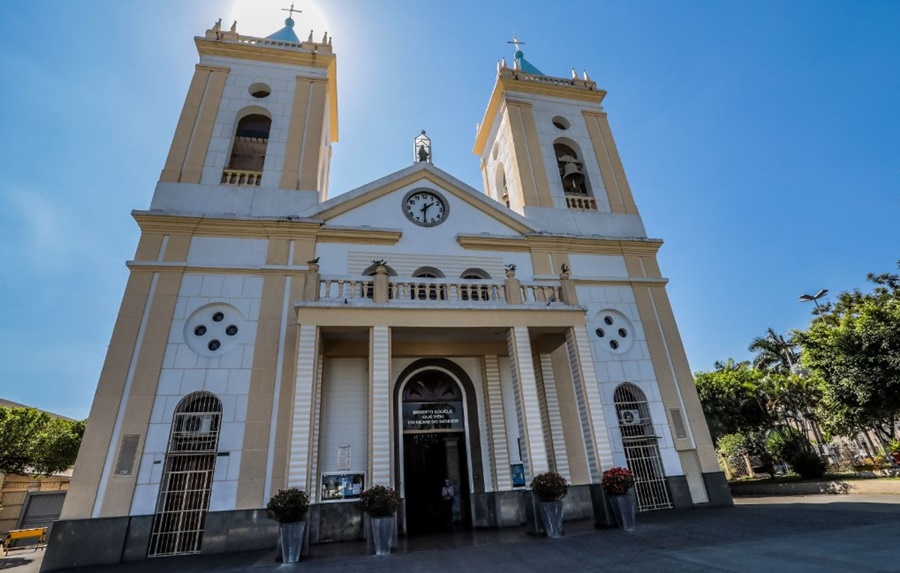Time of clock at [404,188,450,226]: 1:30
